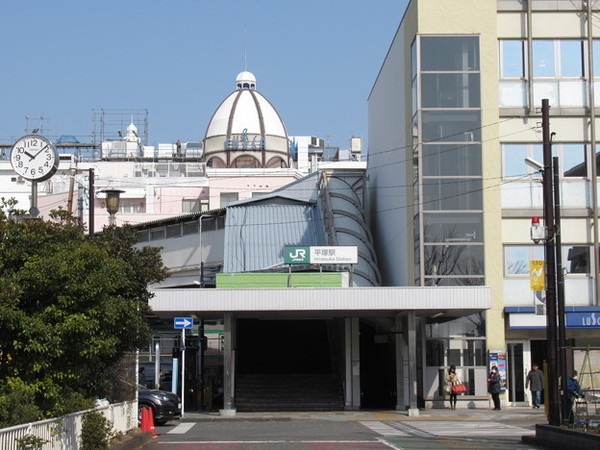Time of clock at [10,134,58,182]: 10:07
